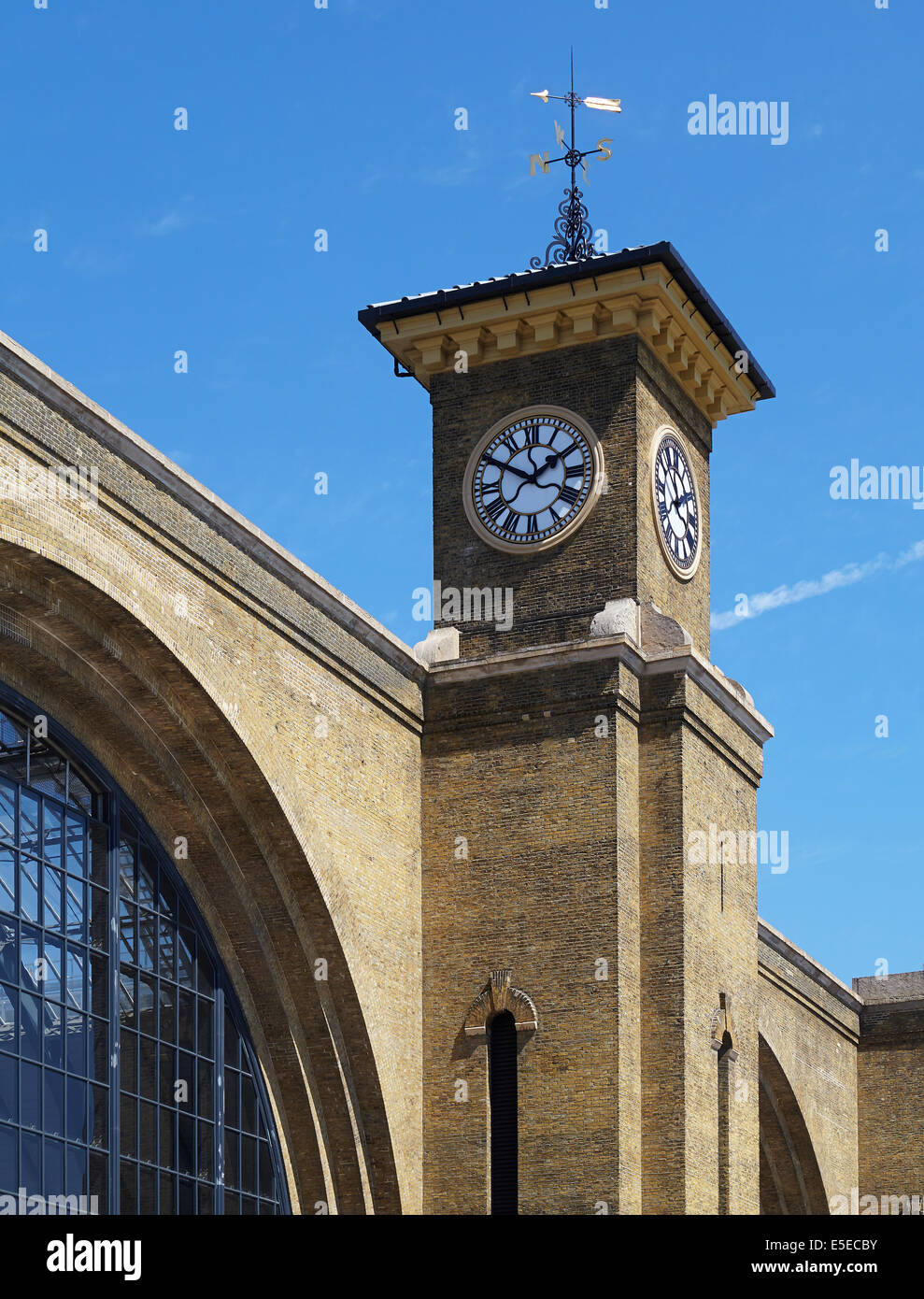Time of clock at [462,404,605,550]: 1:50
